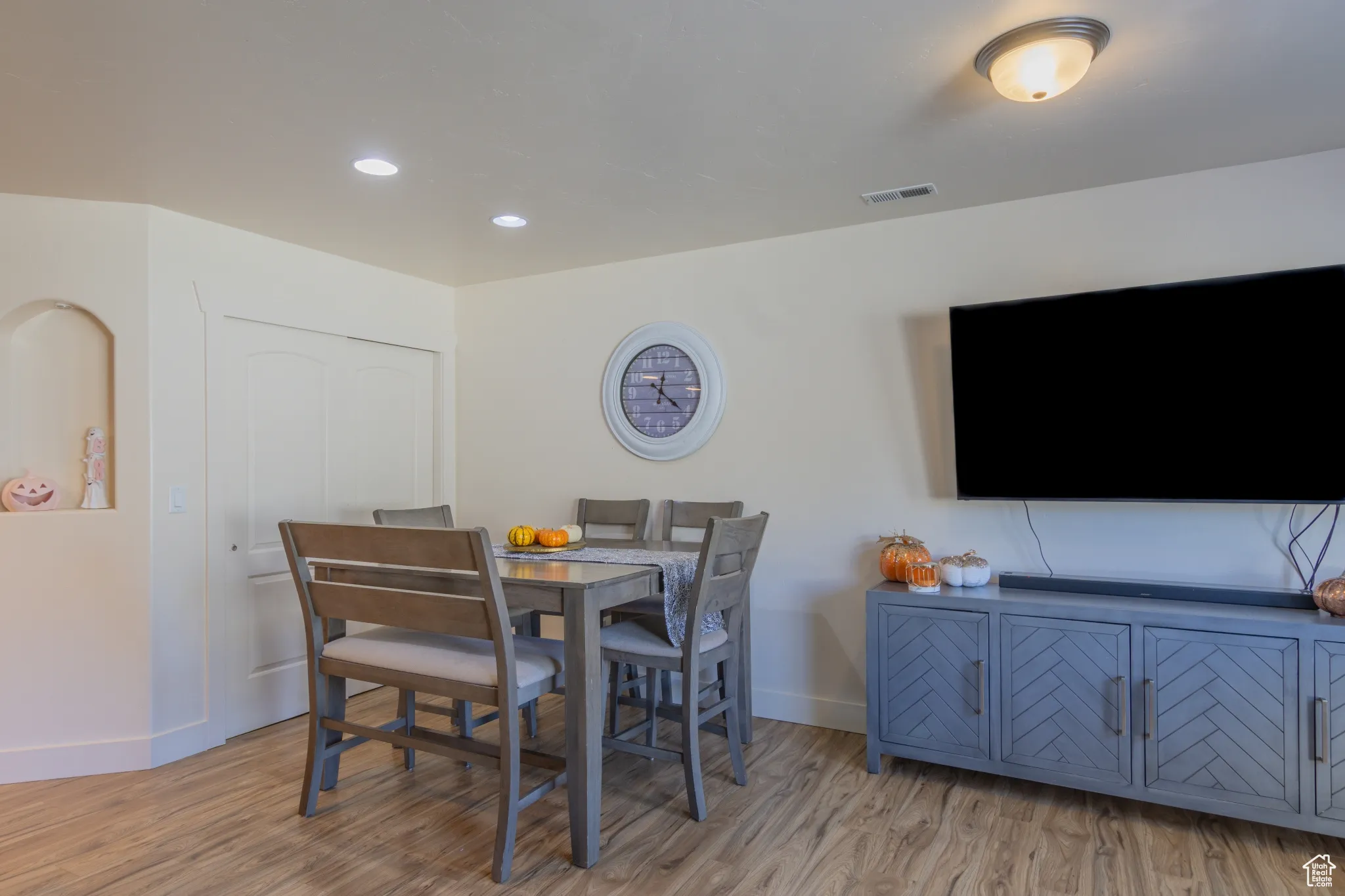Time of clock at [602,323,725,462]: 12:21
